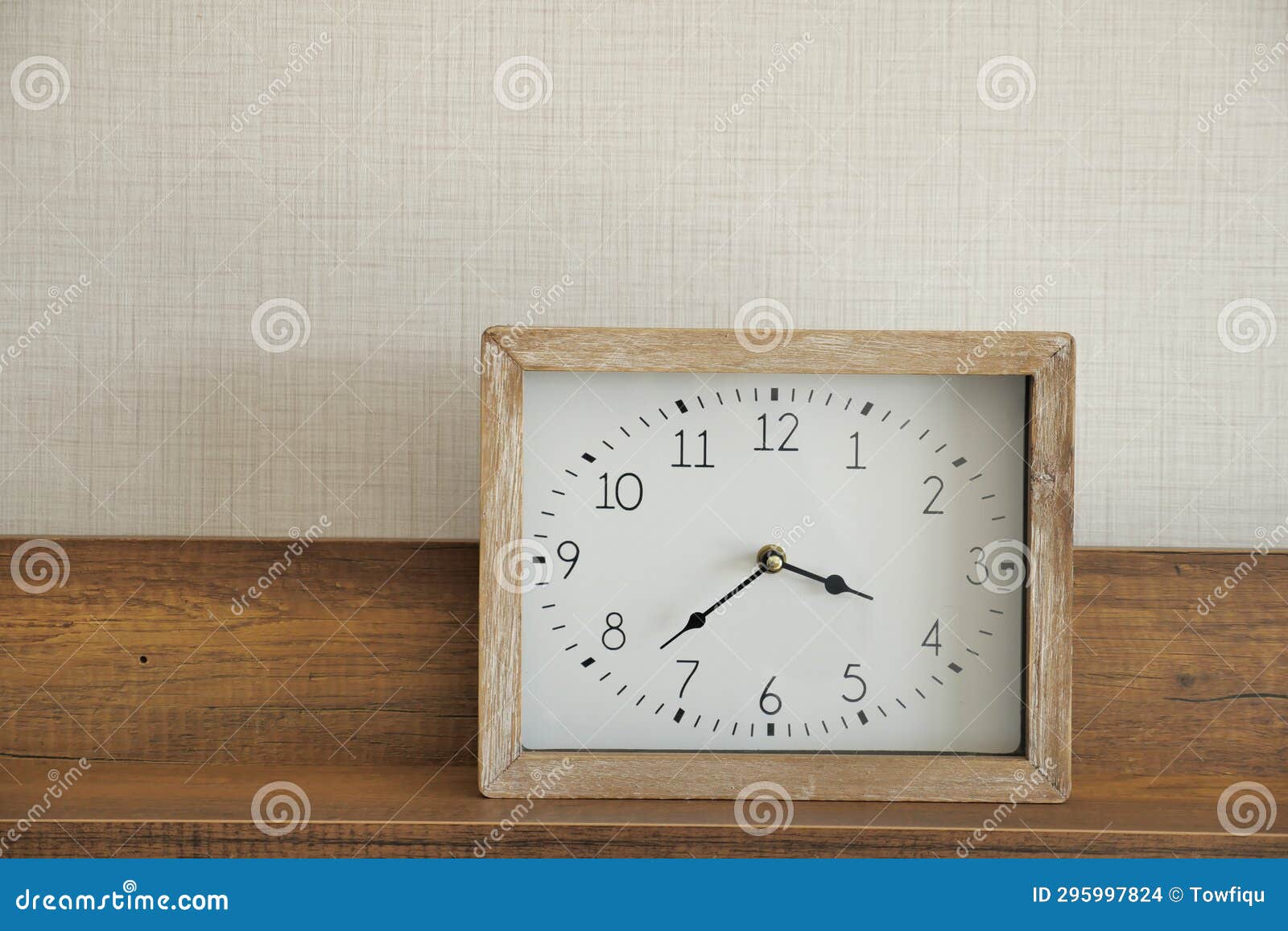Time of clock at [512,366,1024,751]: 3:37
